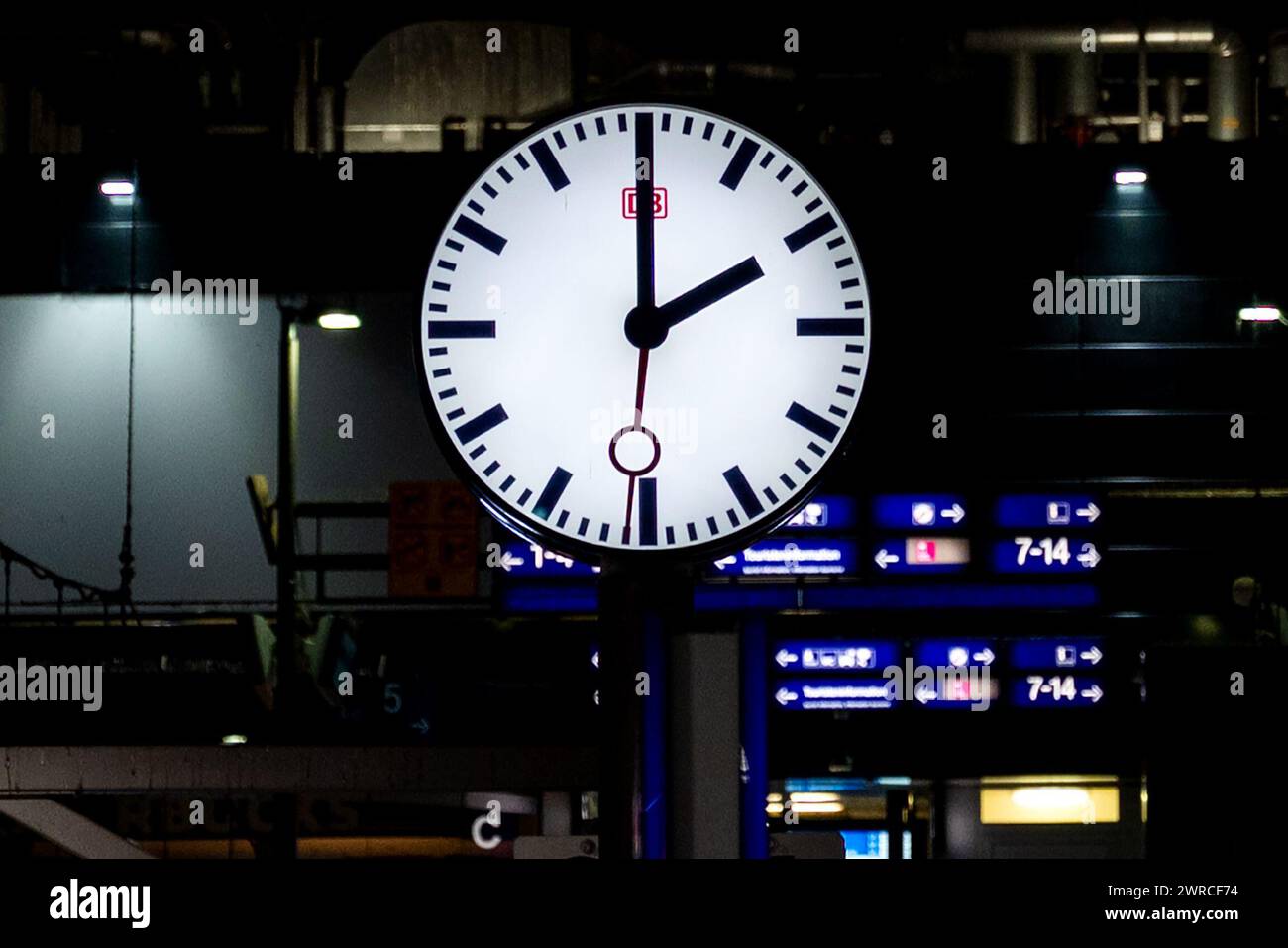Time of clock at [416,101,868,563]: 2:00
